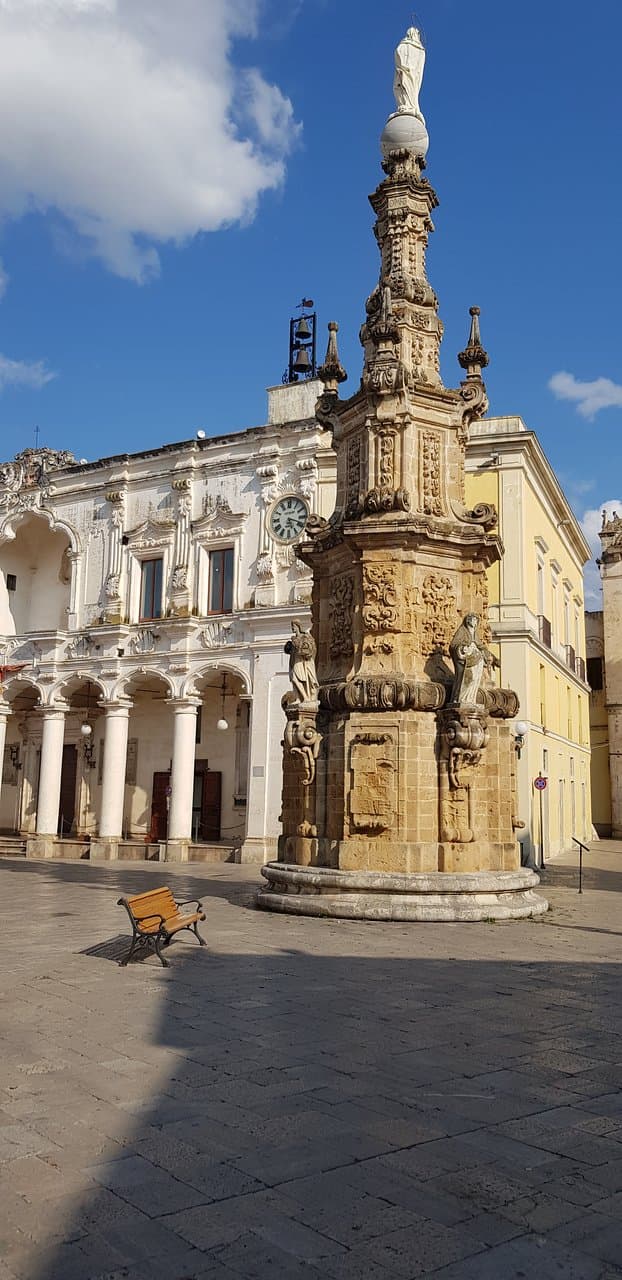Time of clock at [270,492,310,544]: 5:18
